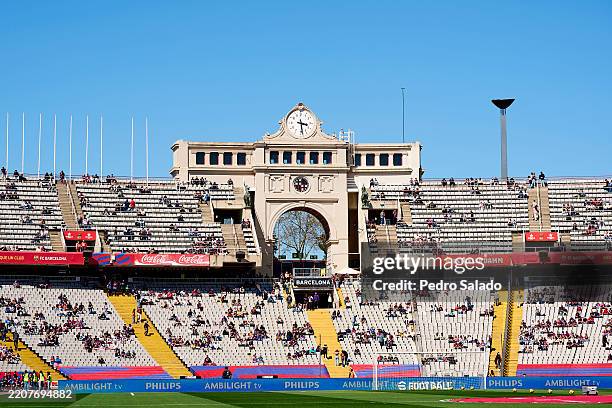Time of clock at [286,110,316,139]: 3:28
